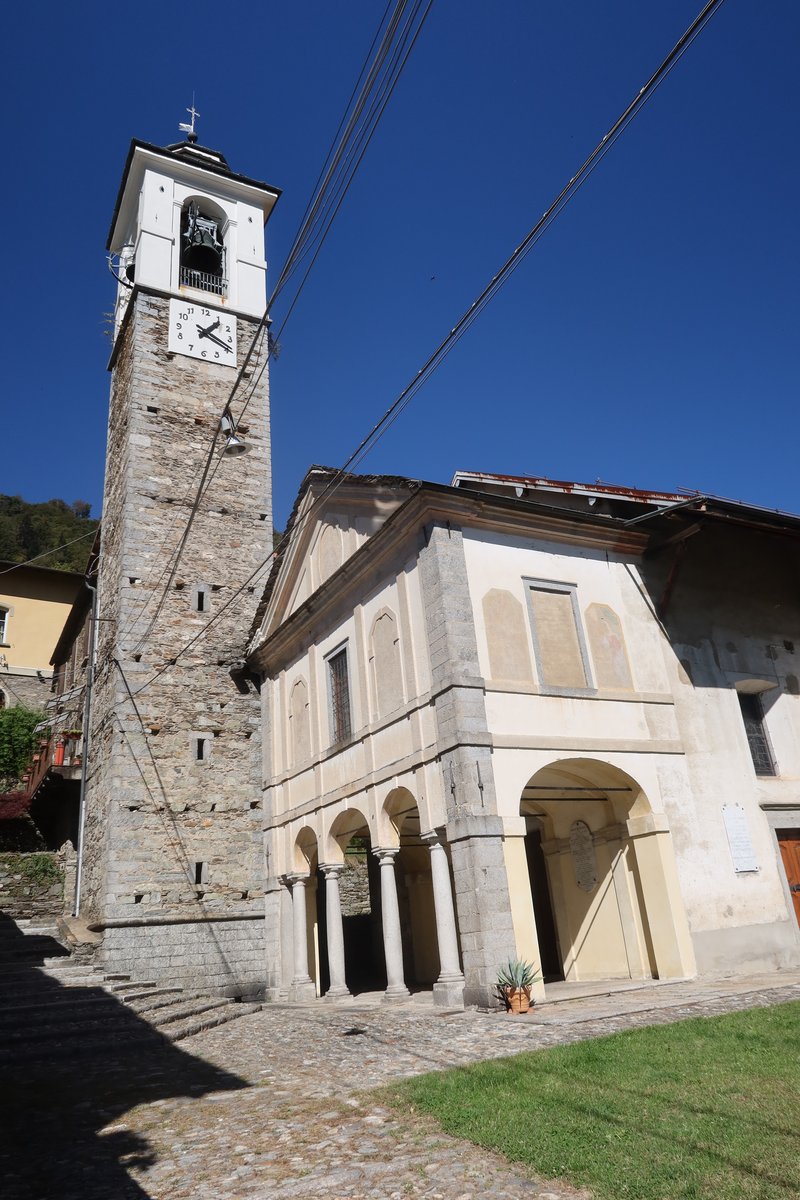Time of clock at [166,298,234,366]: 1:19
